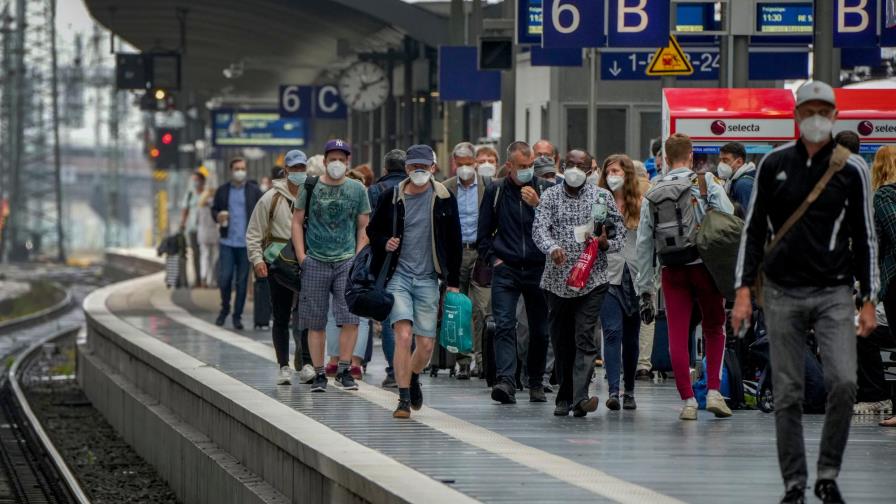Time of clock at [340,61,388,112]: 7:11
